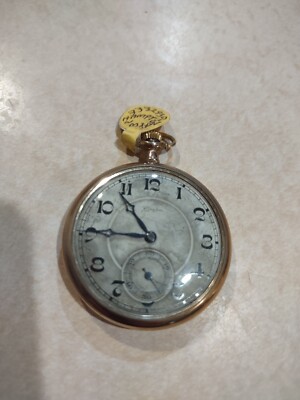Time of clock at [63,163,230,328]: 10:45
